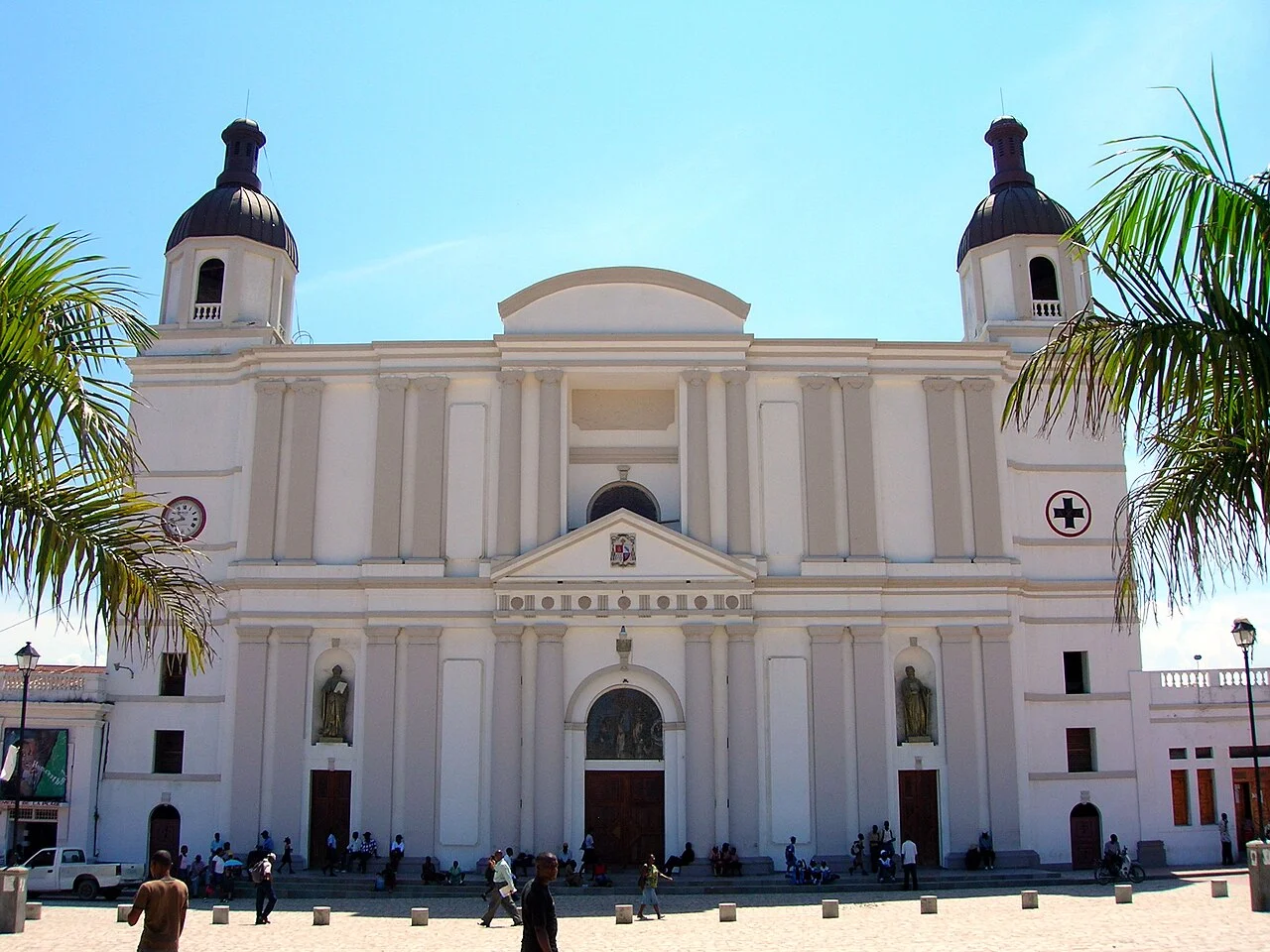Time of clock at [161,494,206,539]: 10:41
